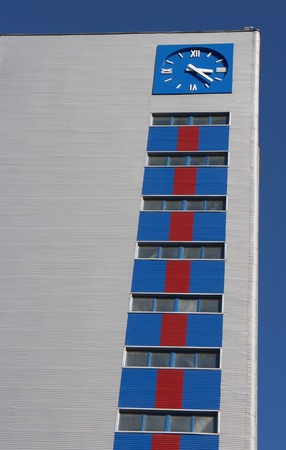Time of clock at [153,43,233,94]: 3:22
